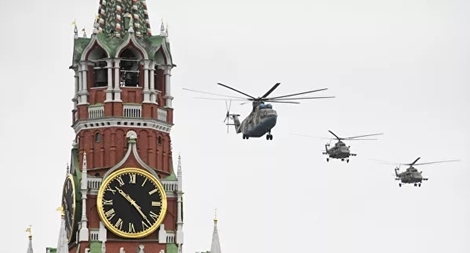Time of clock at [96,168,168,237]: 10:23
